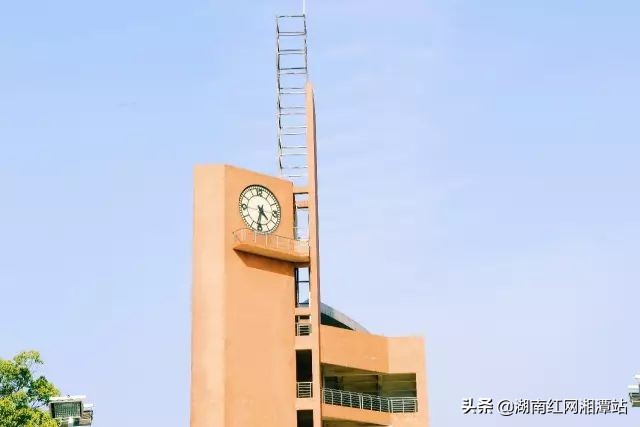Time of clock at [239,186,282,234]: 4:31
